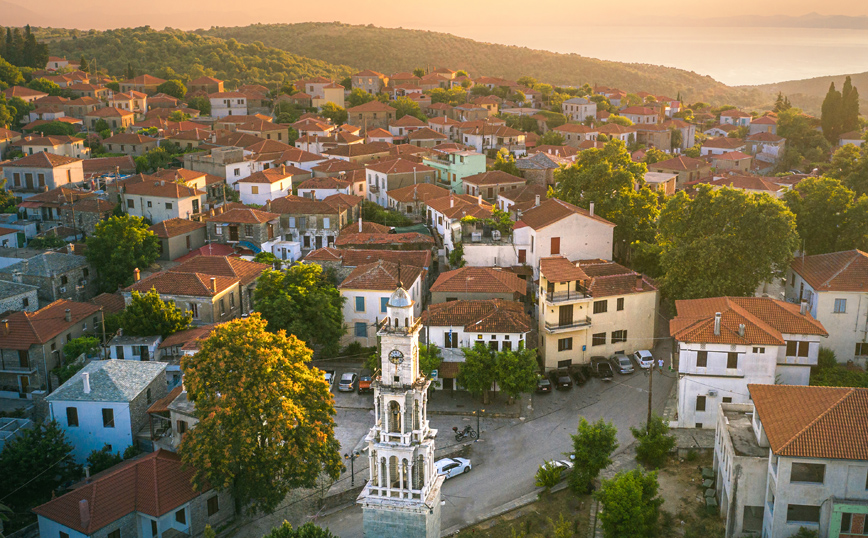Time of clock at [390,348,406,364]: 6:13
